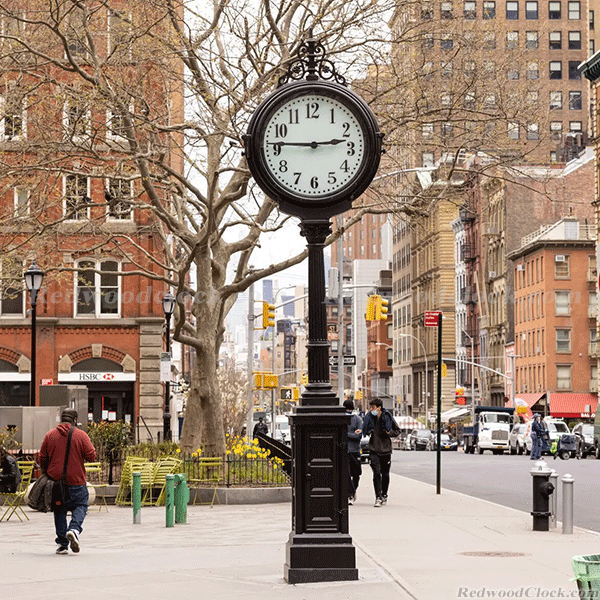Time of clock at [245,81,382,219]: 2:45
